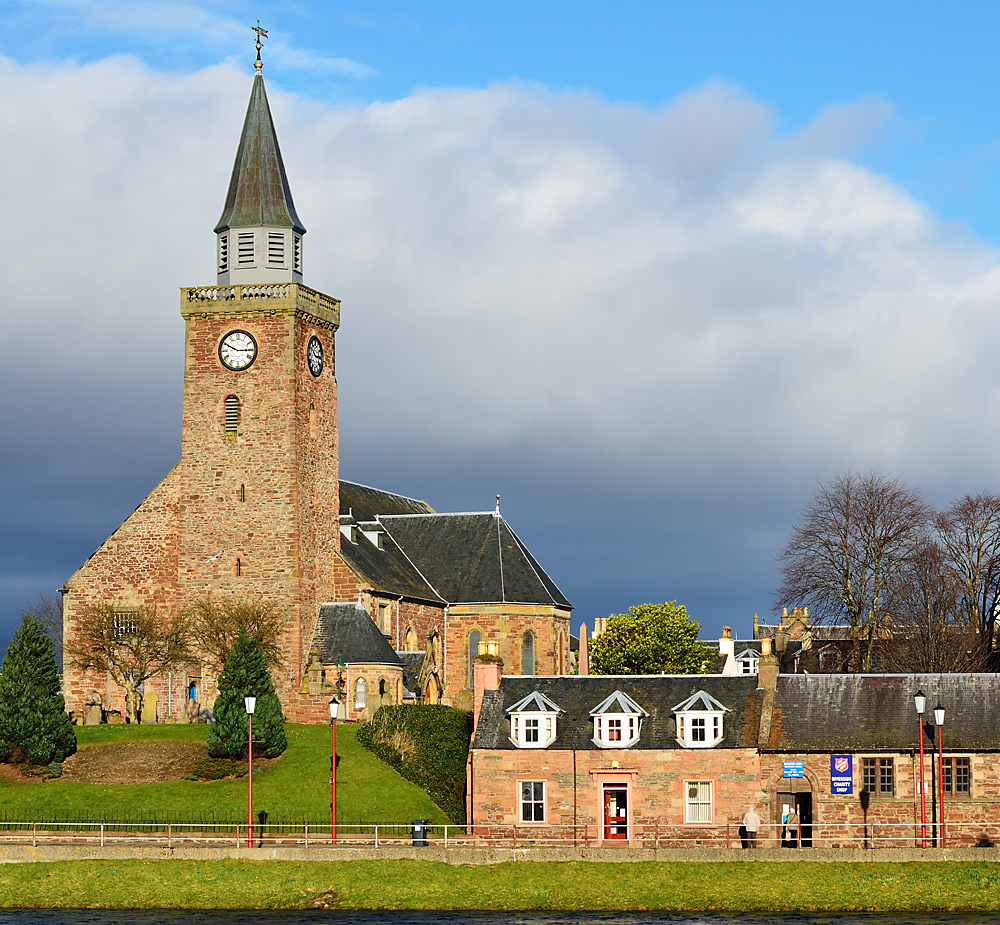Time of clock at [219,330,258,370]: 2:49
